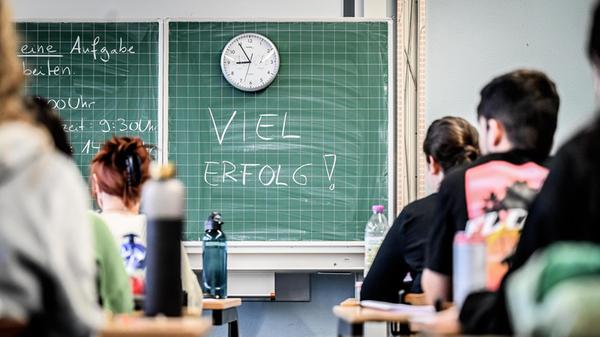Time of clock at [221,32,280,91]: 8:54
